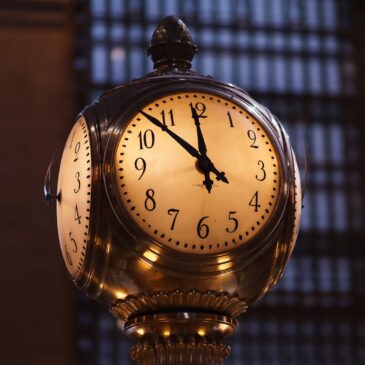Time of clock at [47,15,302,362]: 11:52
